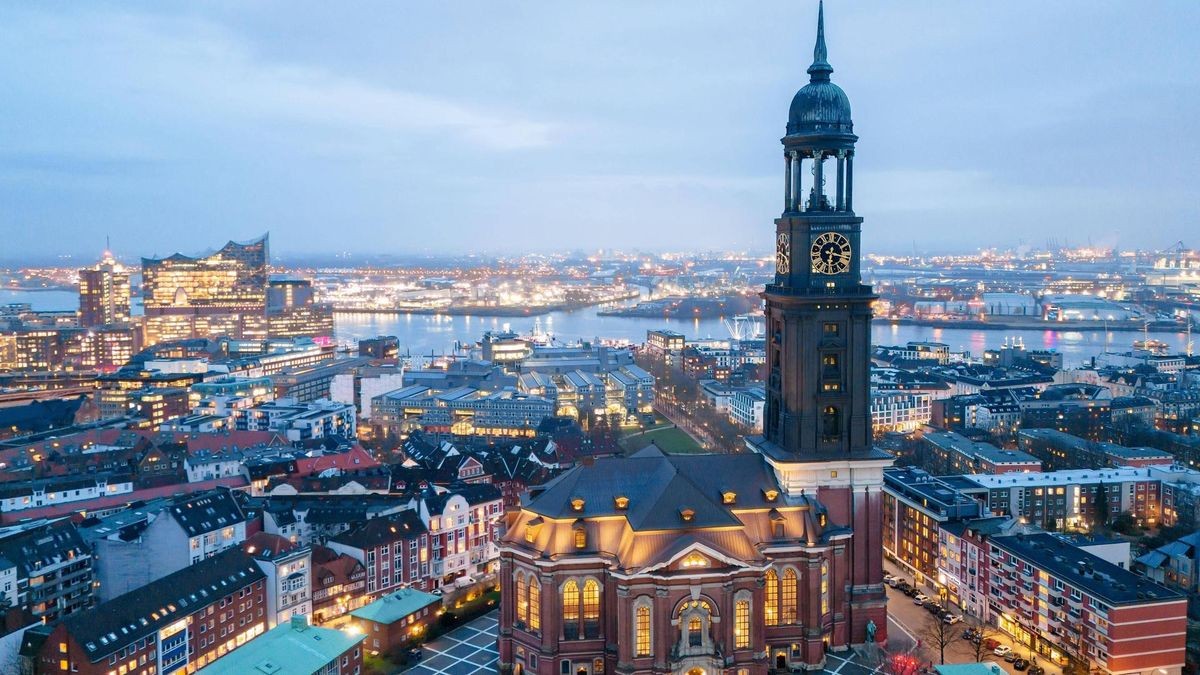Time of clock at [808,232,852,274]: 6:17
